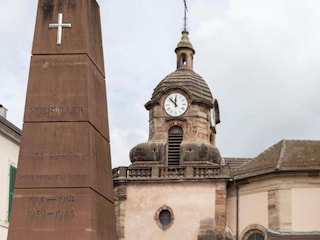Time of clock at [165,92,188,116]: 11:52
